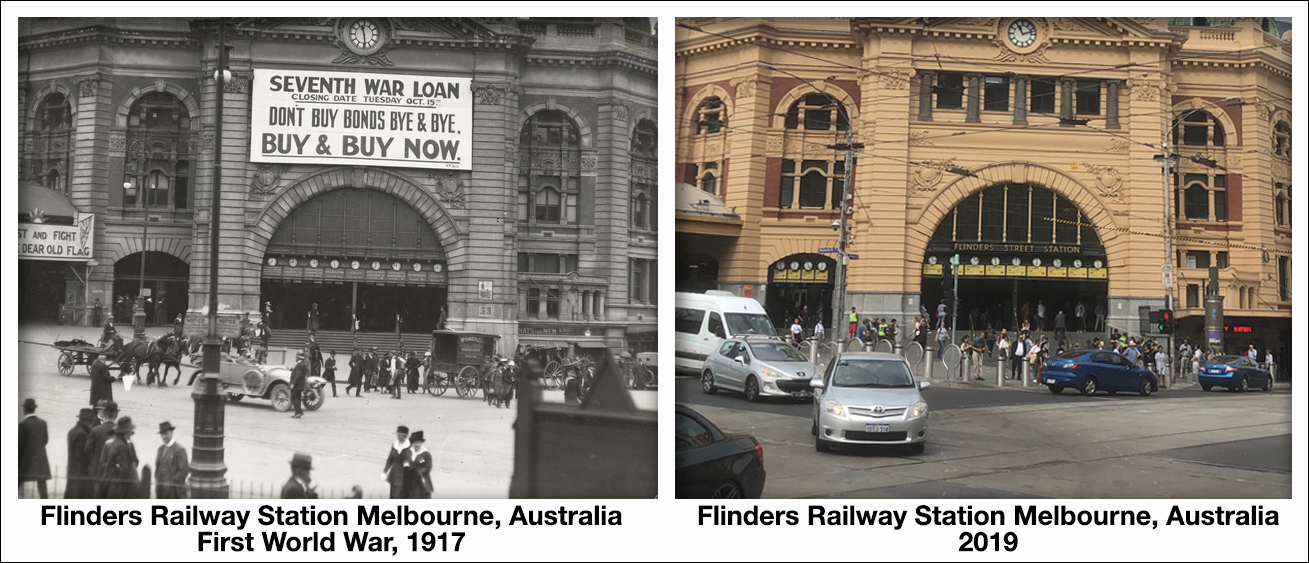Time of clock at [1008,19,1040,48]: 11:12
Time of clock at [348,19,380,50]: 11:28
